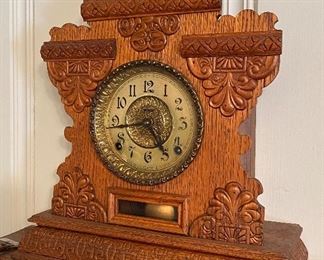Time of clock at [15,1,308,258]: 4:44
